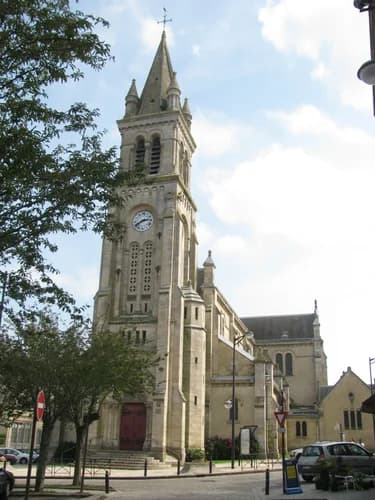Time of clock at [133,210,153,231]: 2:40
